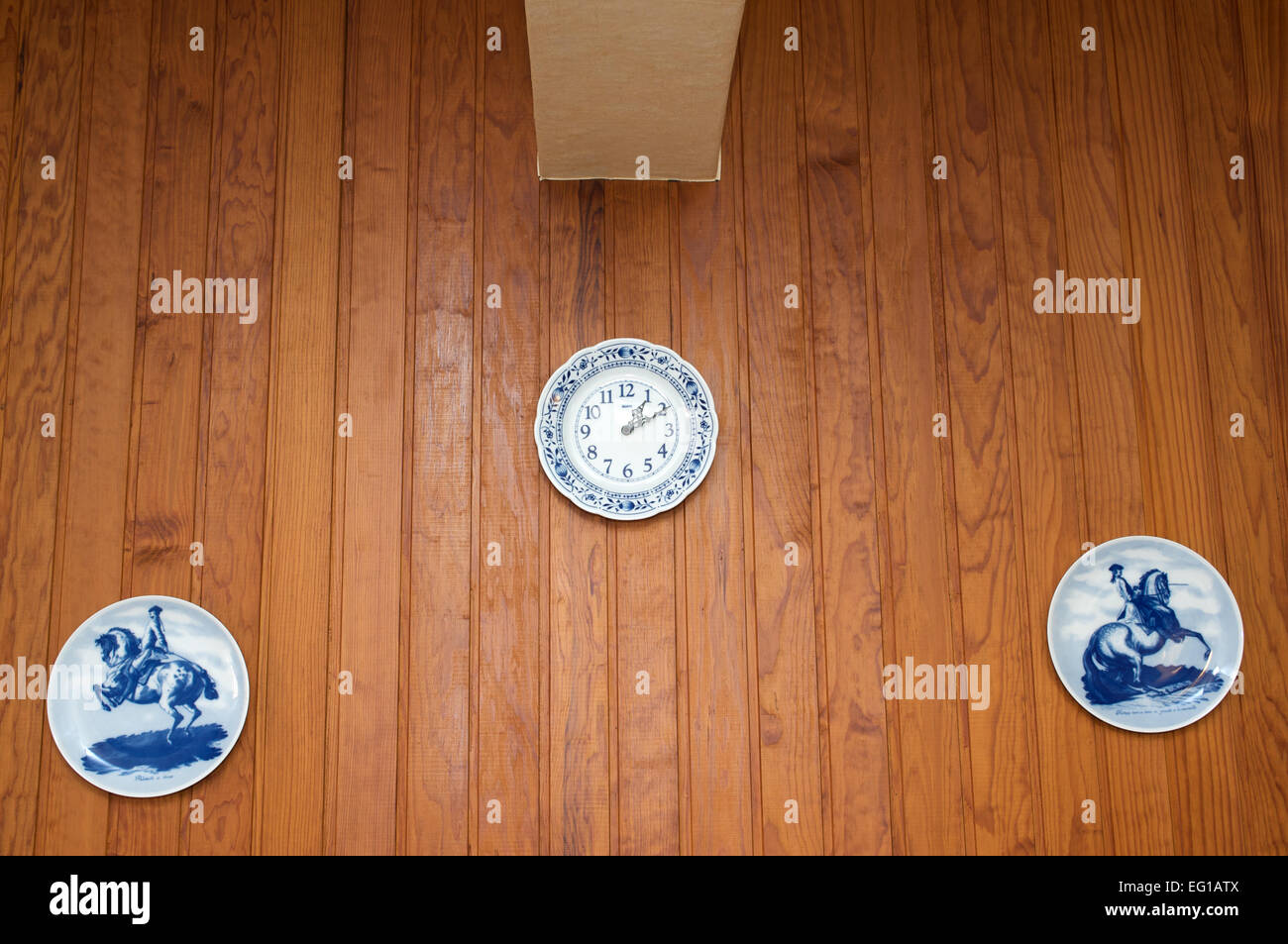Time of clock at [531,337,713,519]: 1:10
